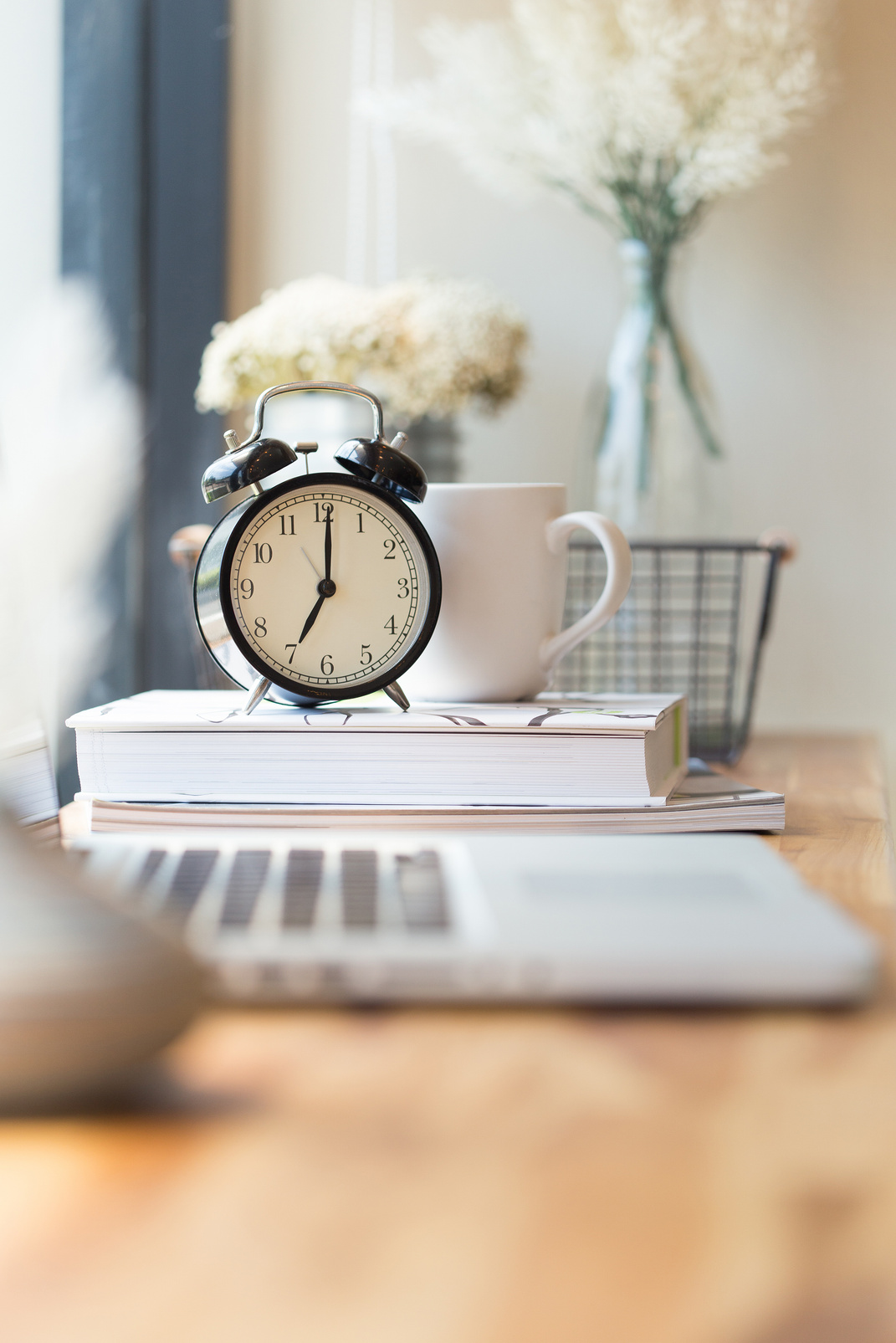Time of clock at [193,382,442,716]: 7:00
